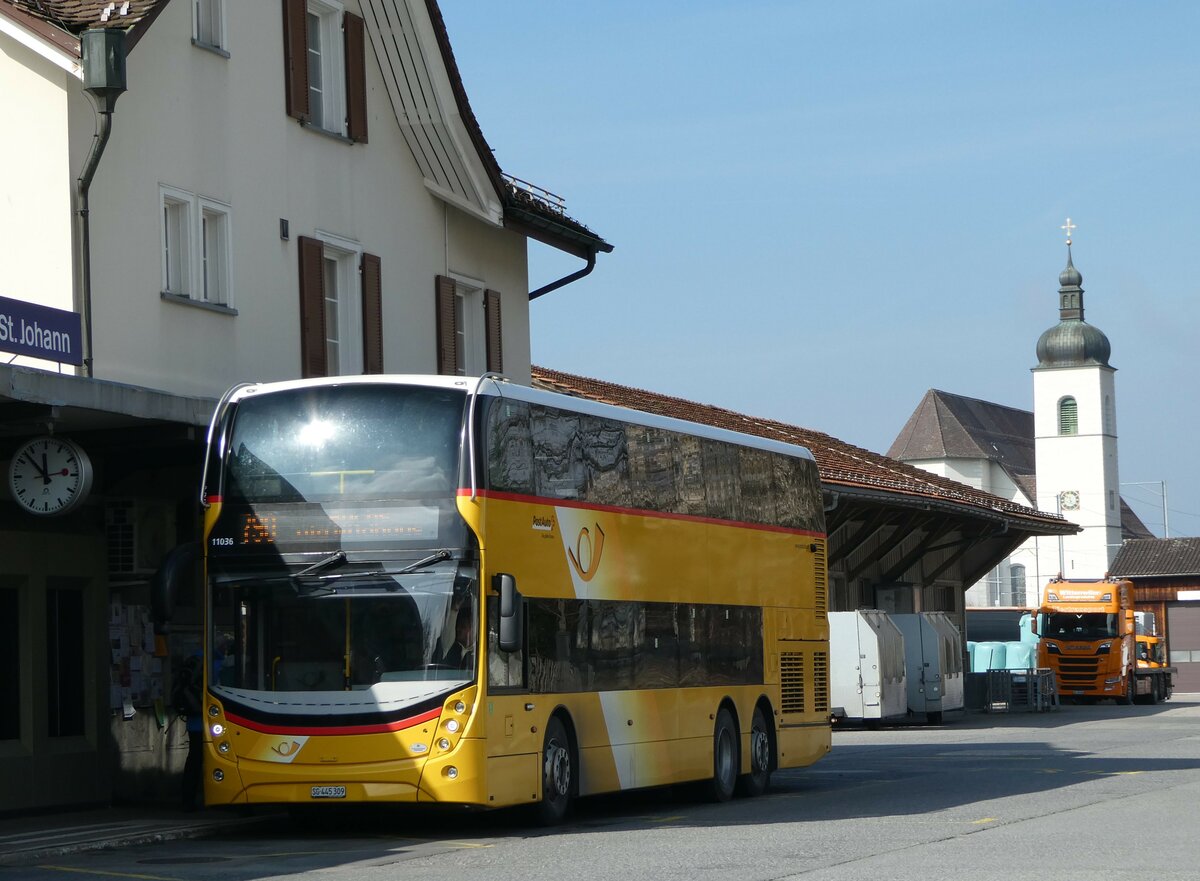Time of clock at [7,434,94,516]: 11:52
